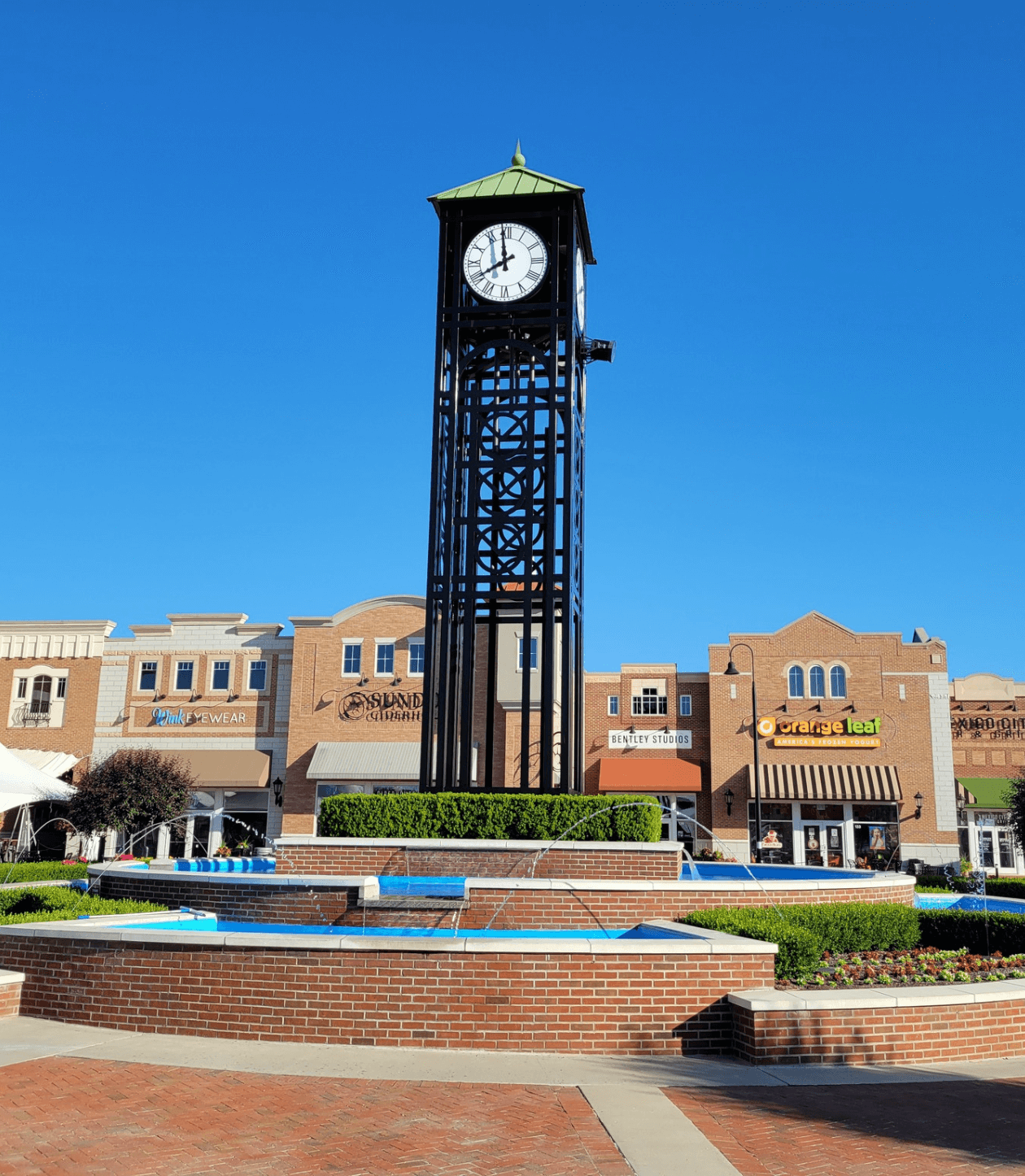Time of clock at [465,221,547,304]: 7:58
